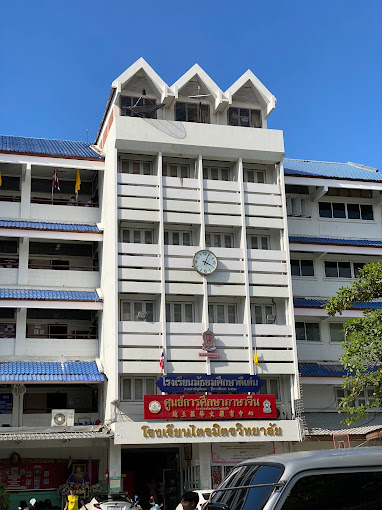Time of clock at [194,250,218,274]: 4:04
